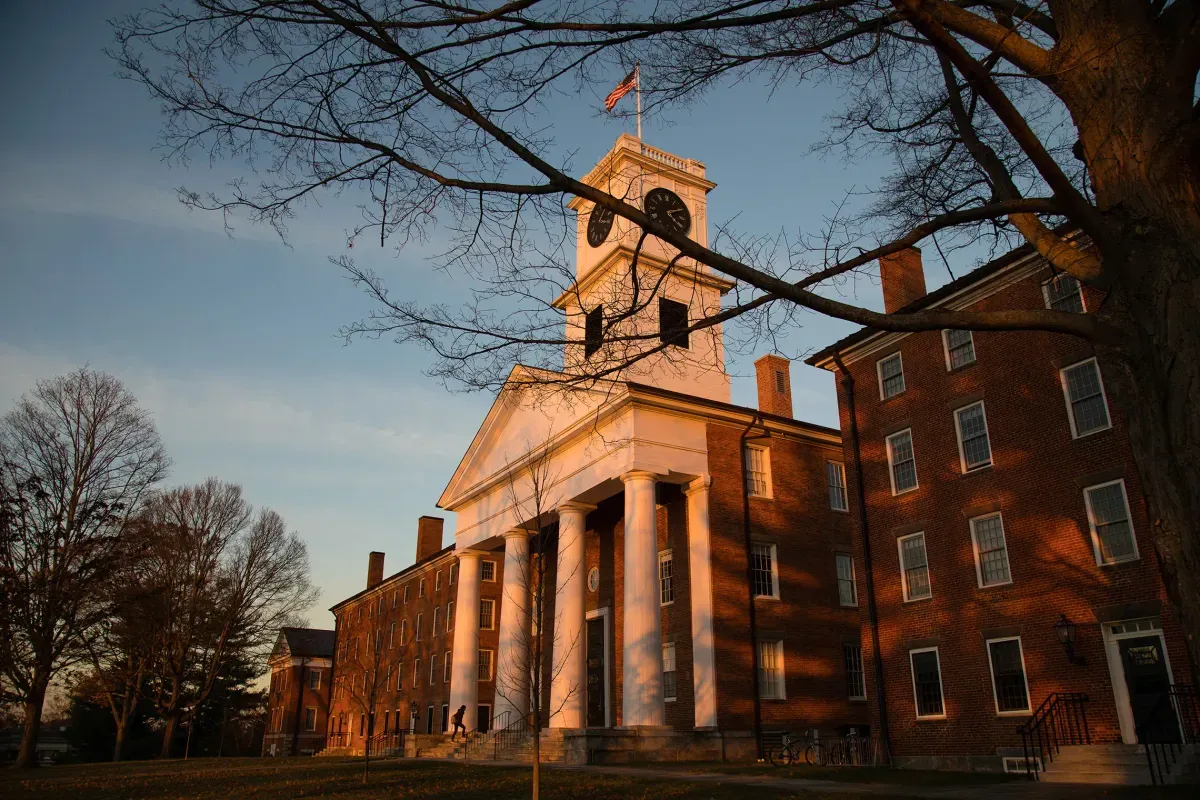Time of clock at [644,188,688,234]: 4:10
